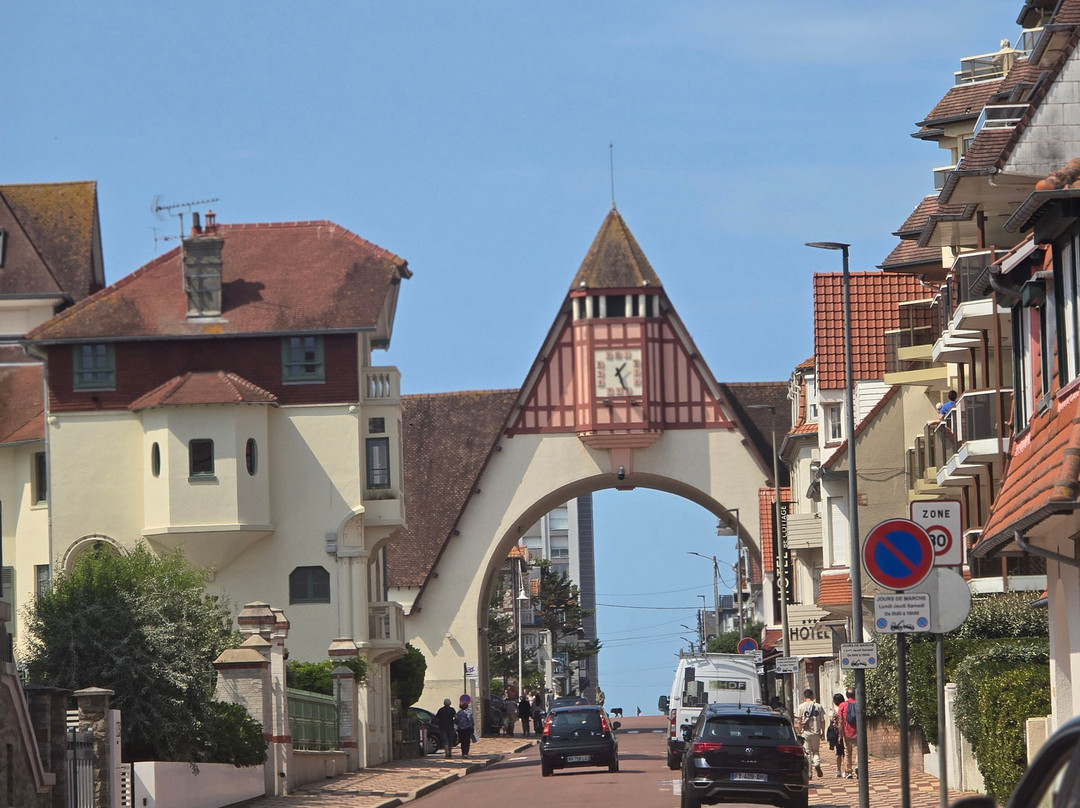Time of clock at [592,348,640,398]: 1:26
